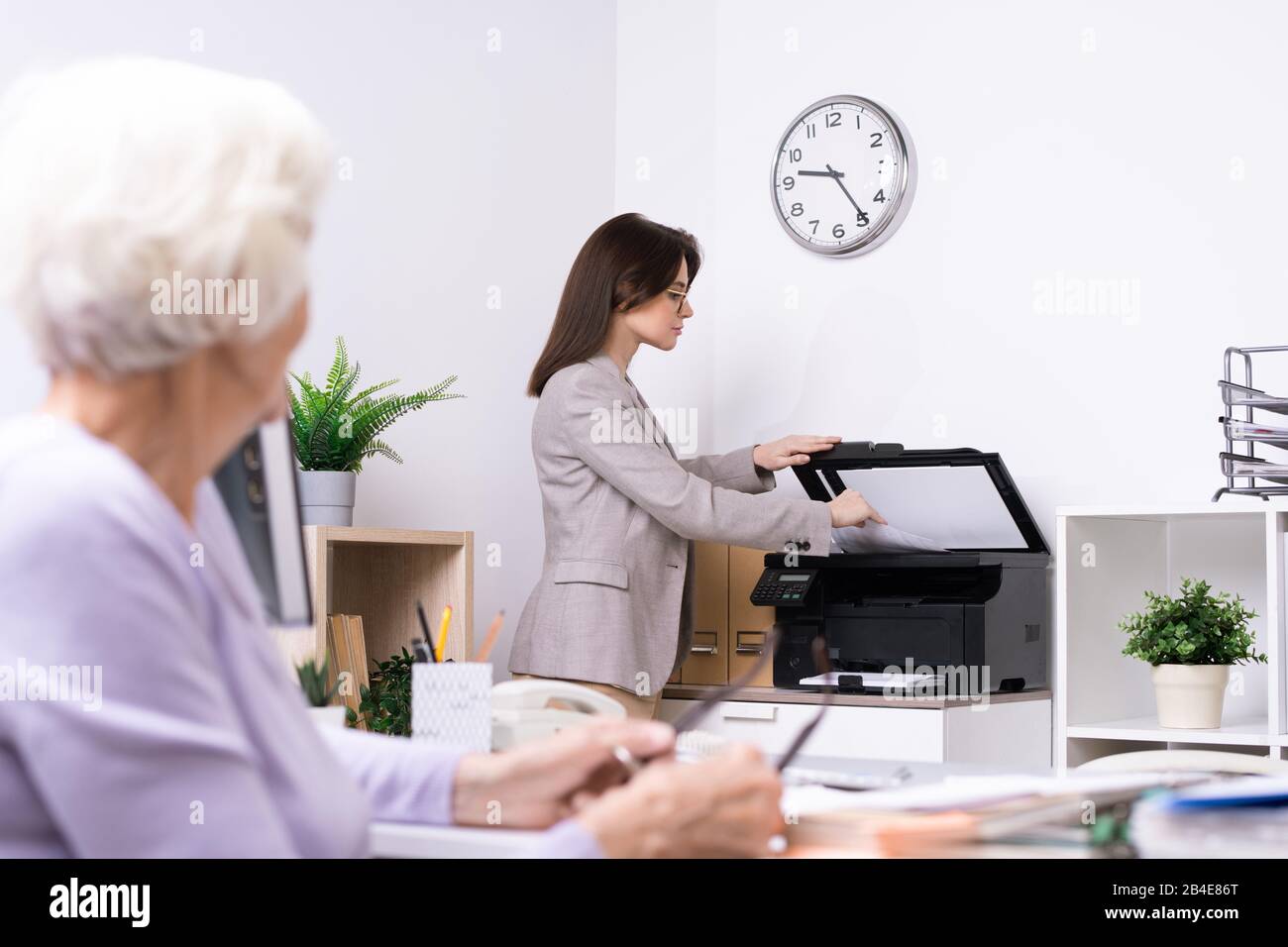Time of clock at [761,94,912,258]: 9:24
